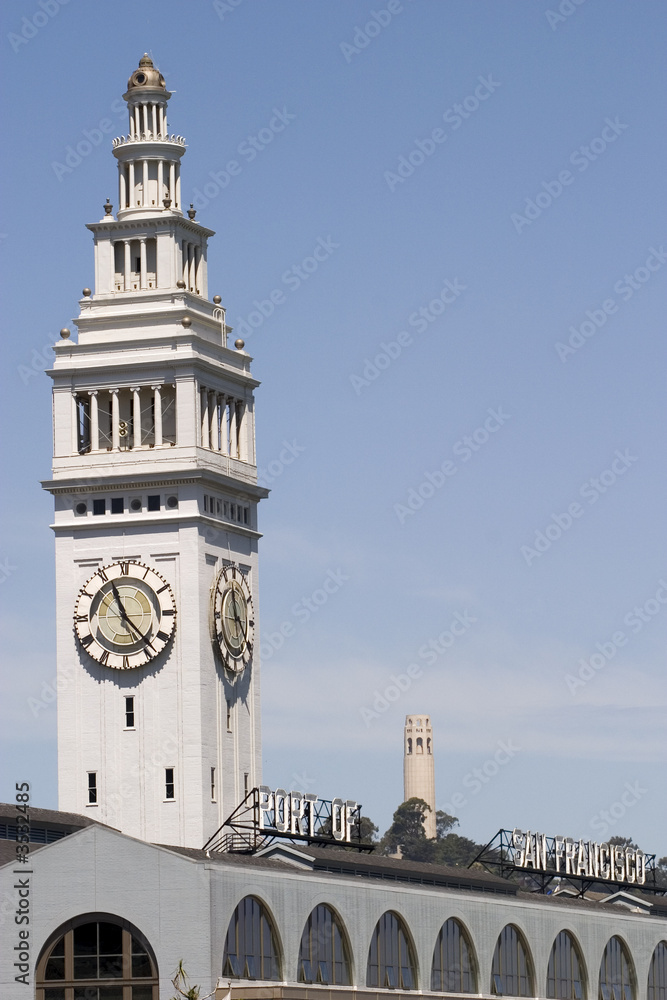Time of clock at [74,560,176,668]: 11:22
